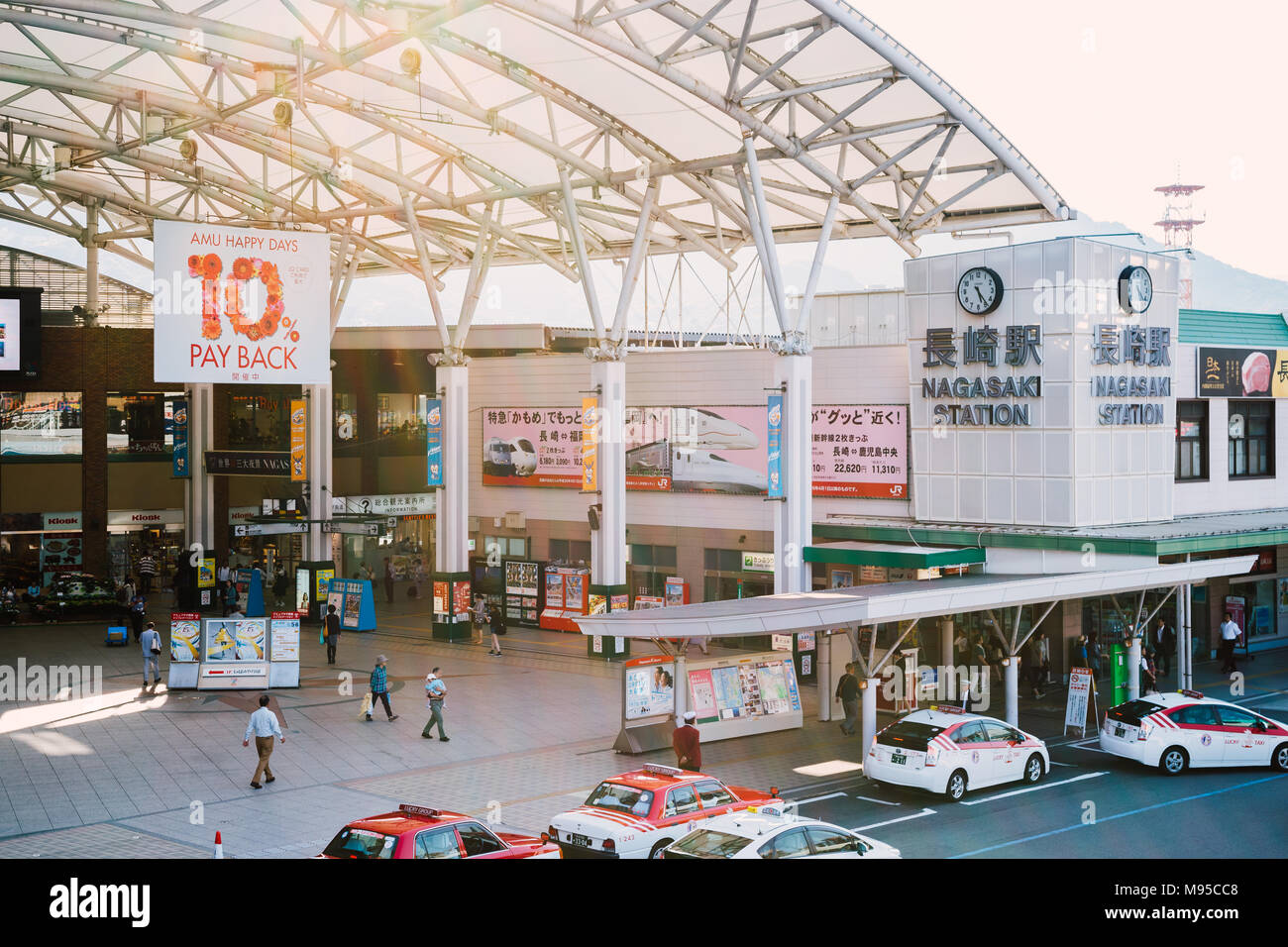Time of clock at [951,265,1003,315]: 5:23
